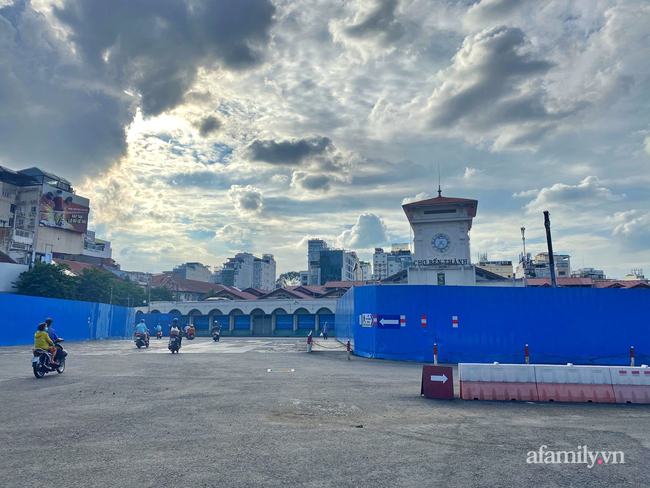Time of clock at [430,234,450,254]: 4:35
